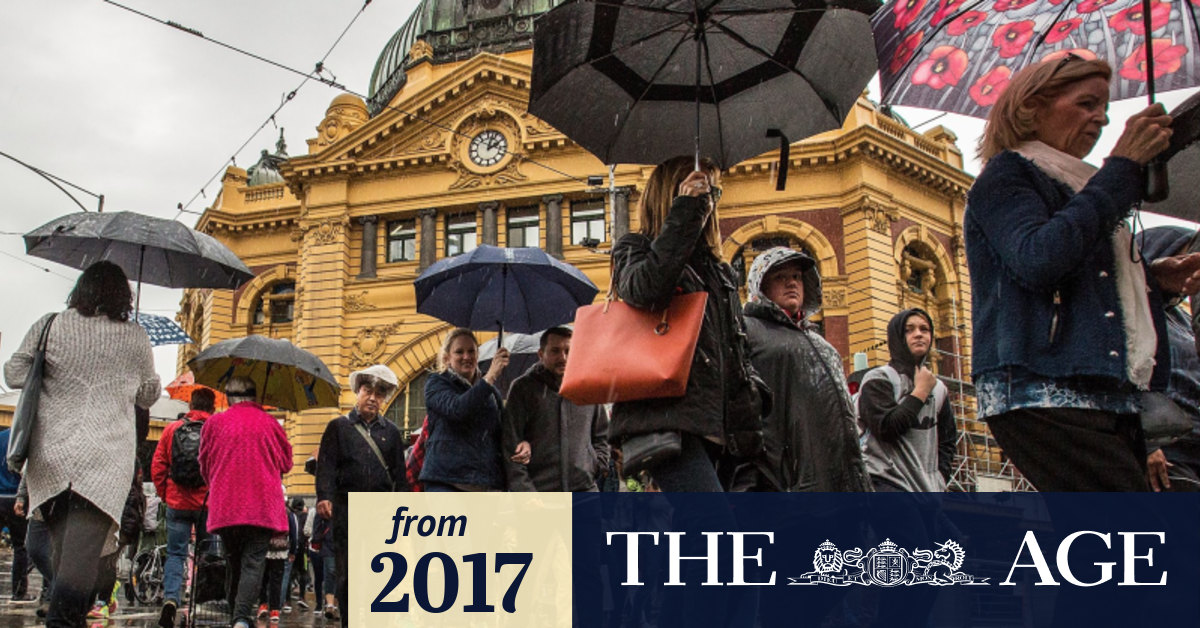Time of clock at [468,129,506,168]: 2:02
